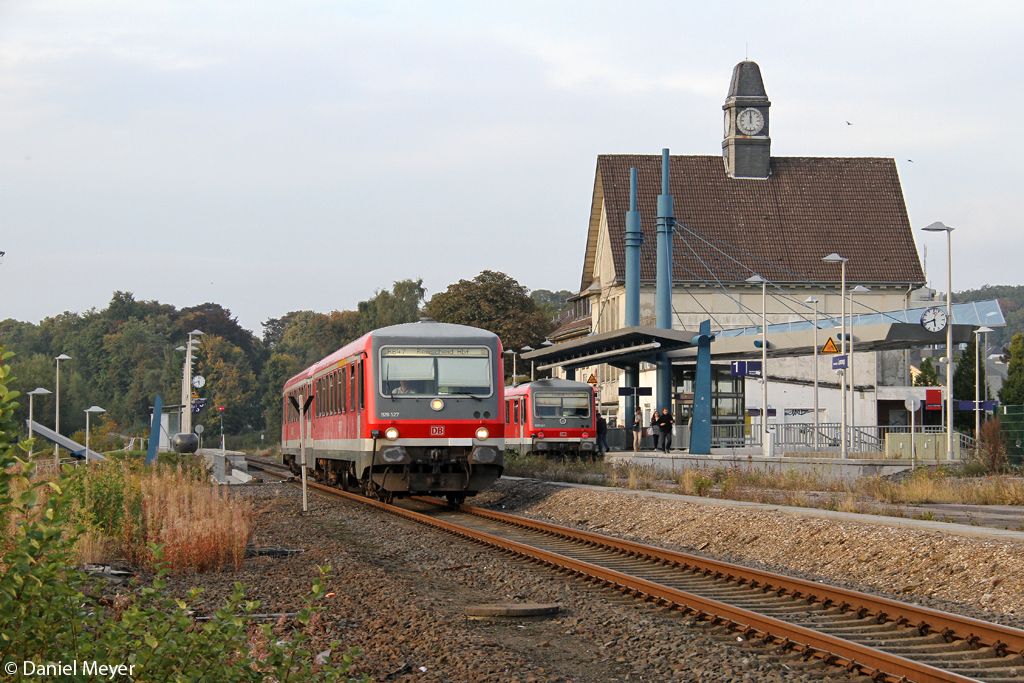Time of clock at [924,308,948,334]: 5:41
